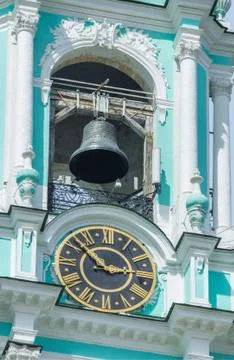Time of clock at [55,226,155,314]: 2:52
